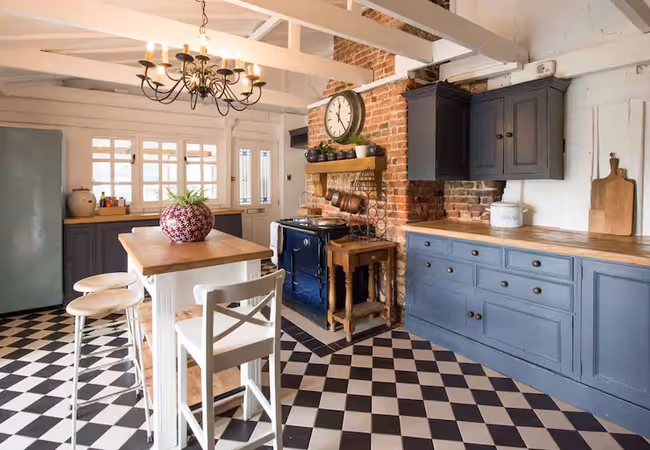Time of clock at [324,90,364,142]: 12:23
